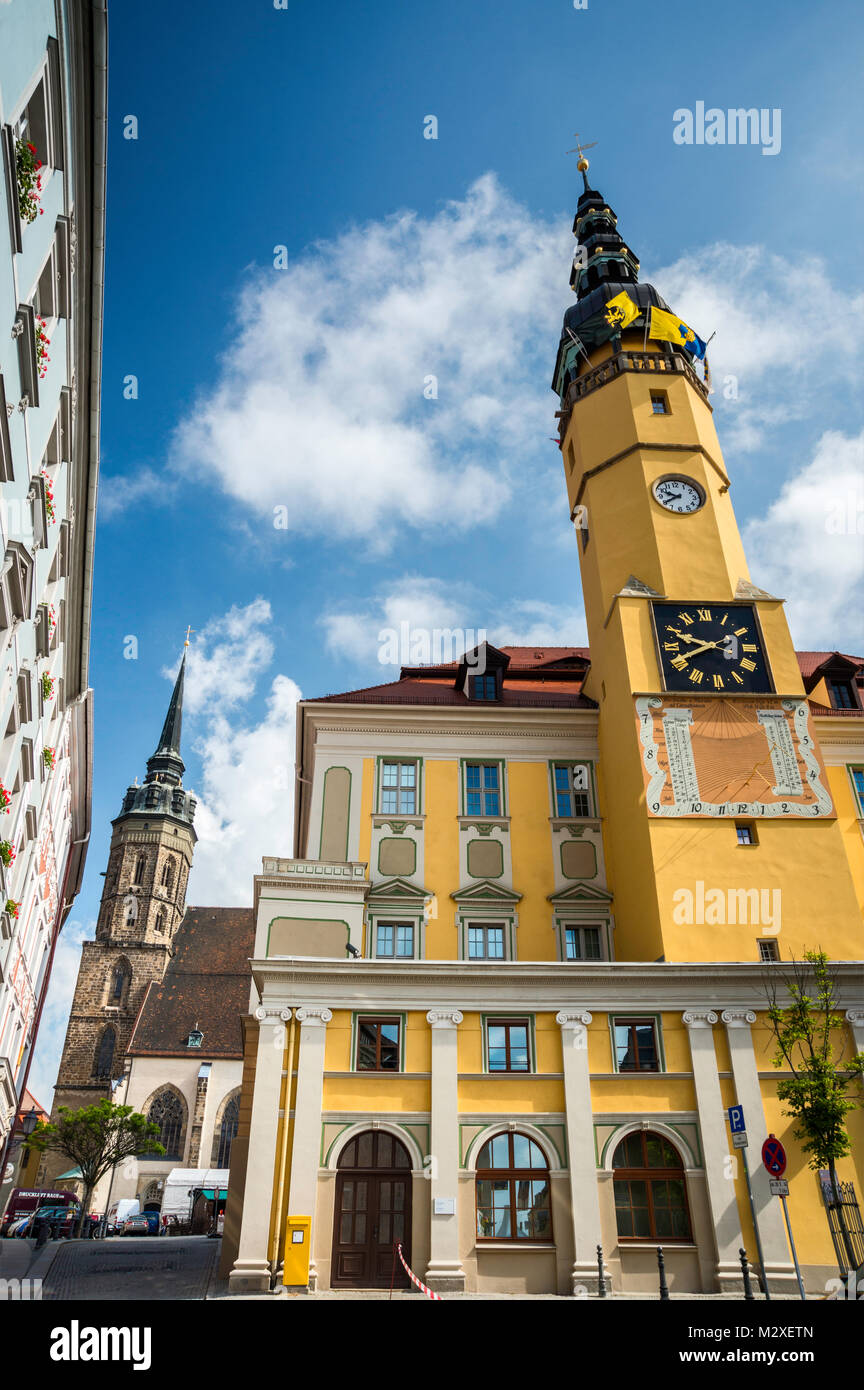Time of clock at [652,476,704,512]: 9:40
